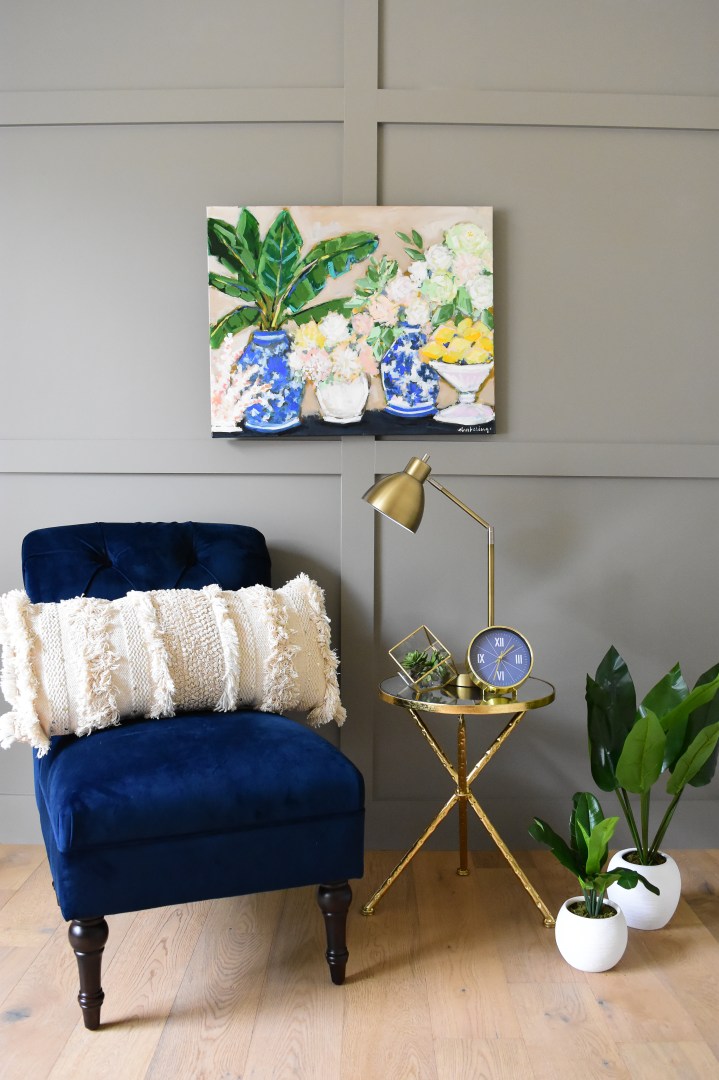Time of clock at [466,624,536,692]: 1:32
